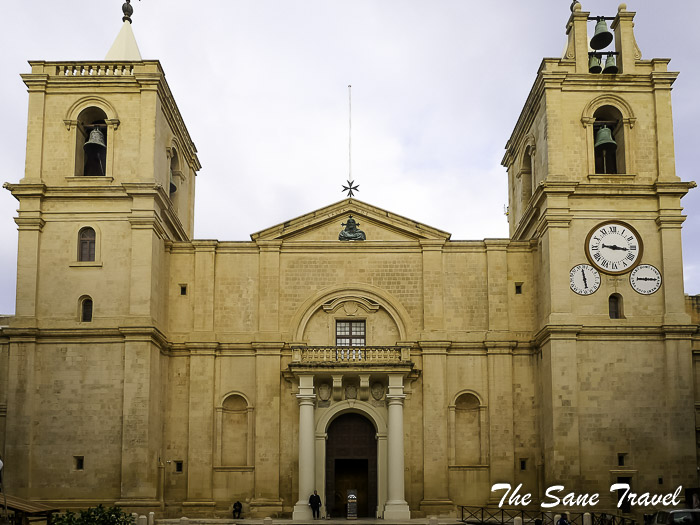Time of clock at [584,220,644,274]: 9:16
